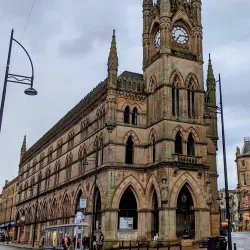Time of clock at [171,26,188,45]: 7:14
